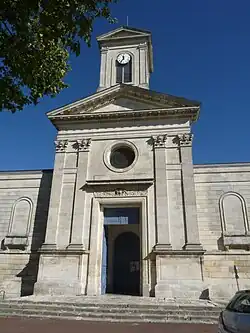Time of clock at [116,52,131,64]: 11:36
